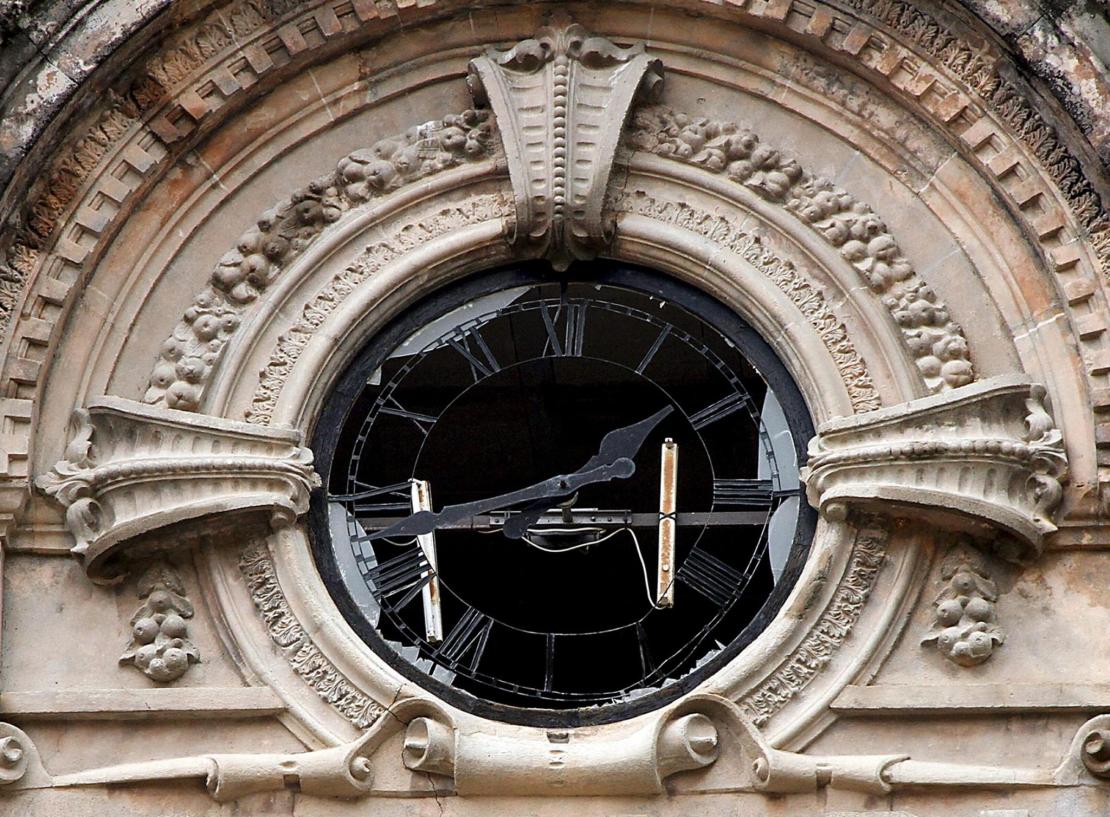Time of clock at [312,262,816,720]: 1:43
